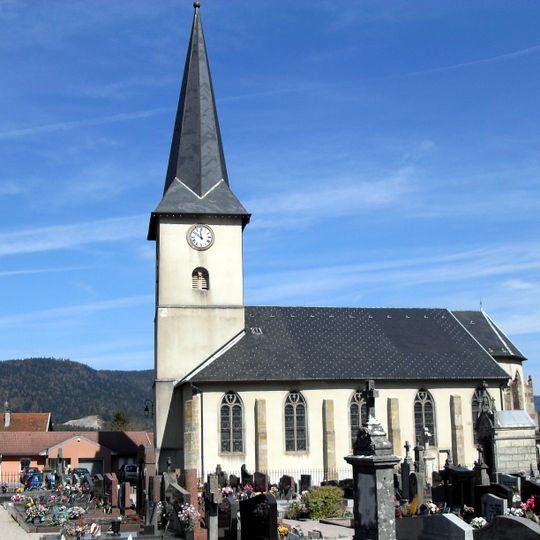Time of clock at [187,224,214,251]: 11:50
